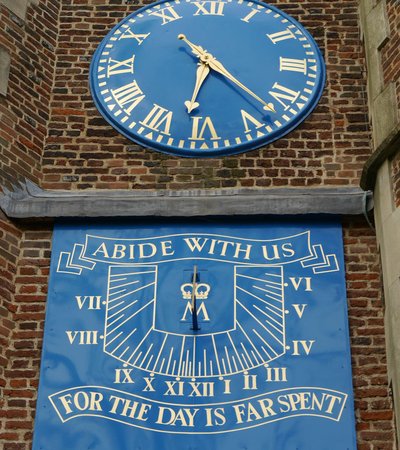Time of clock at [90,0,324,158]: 6:22
